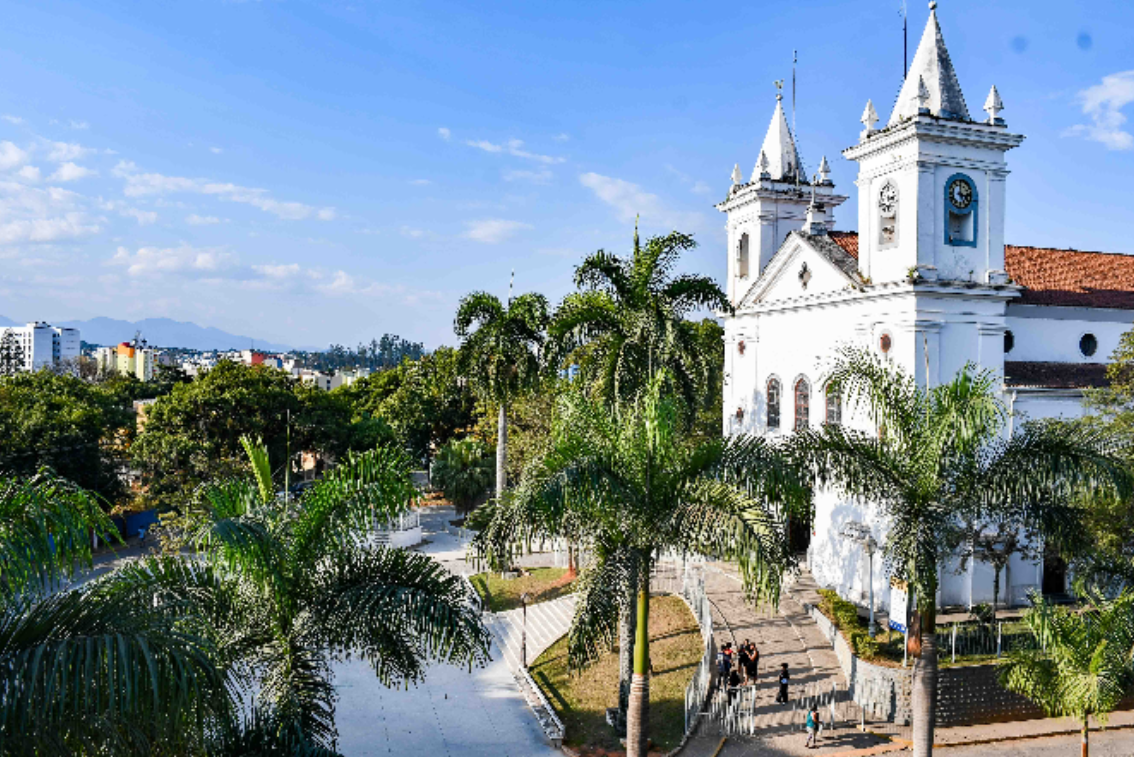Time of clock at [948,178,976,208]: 4:00
